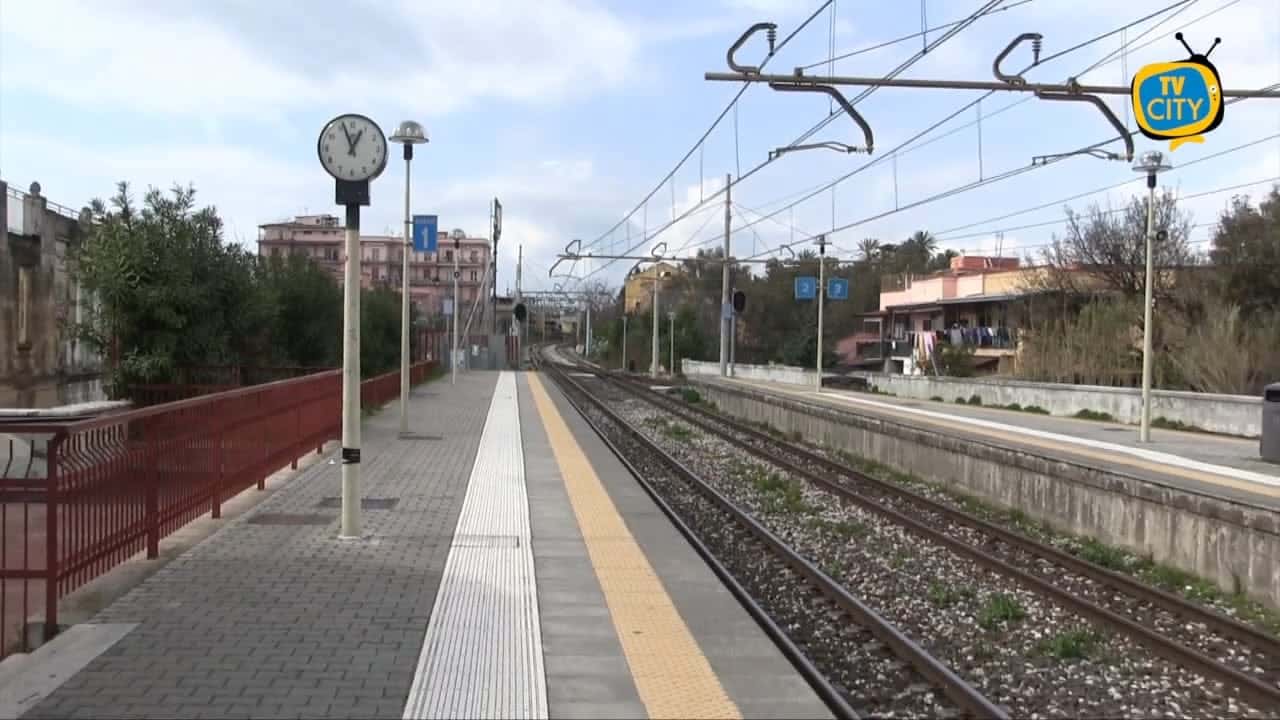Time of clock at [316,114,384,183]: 12:57
